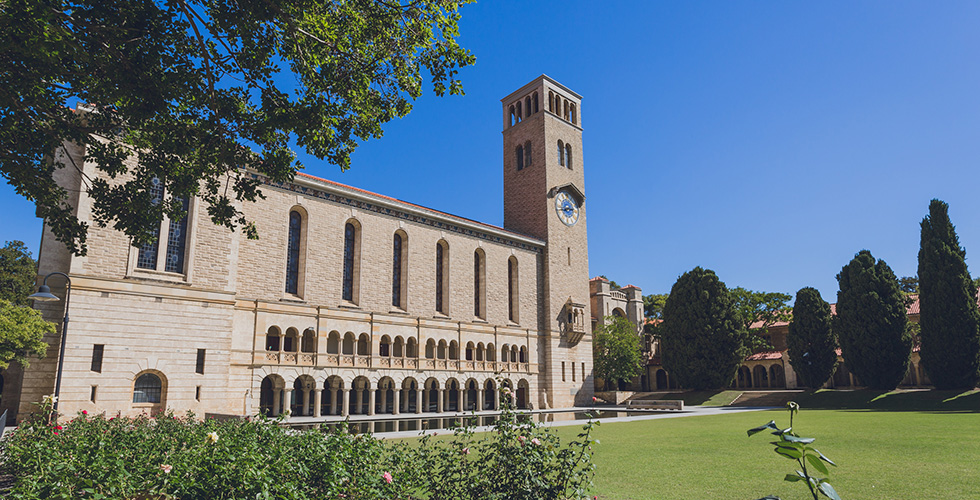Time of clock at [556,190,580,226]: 2:42
